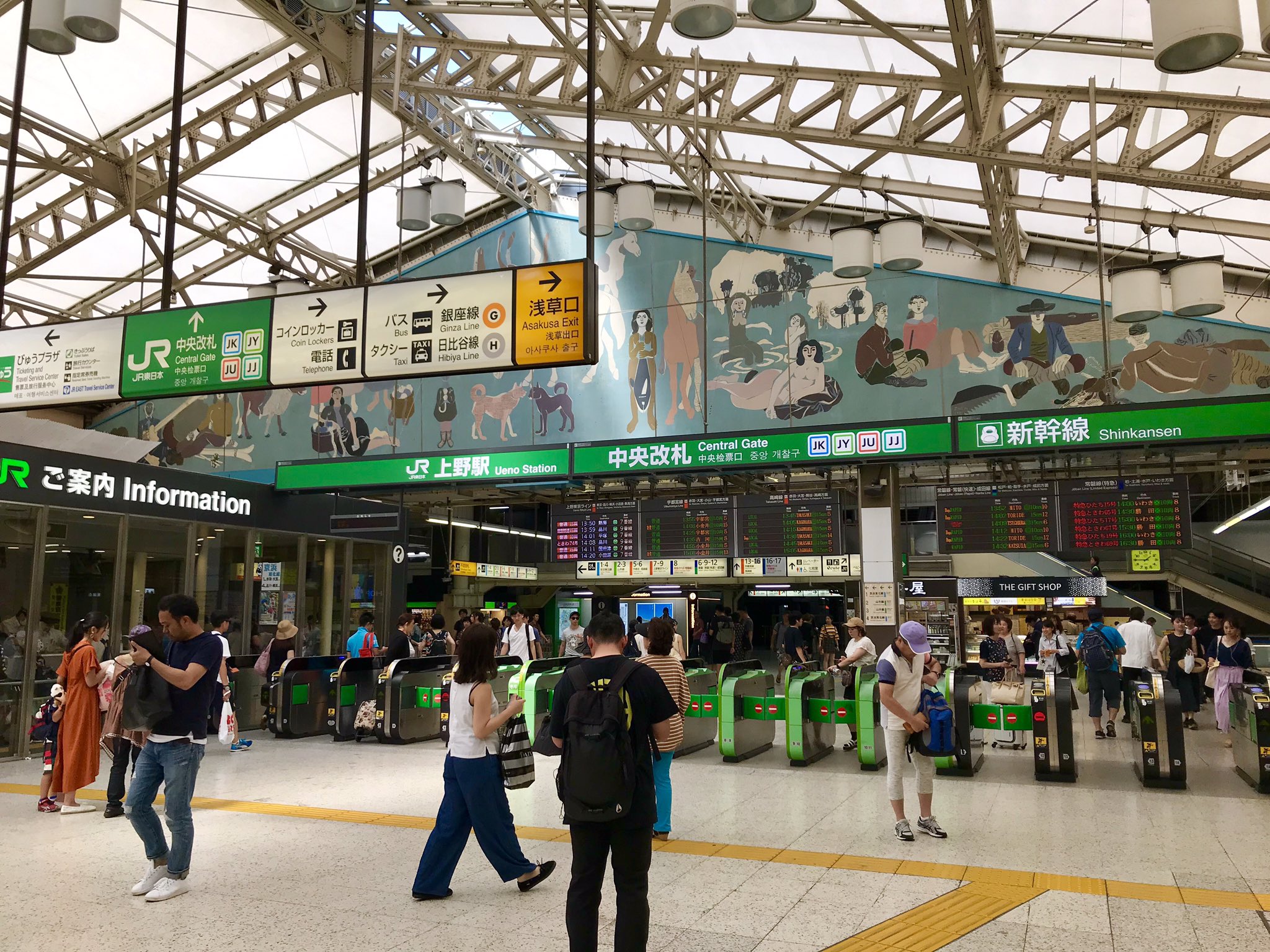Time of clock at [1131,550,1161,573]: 1:45
